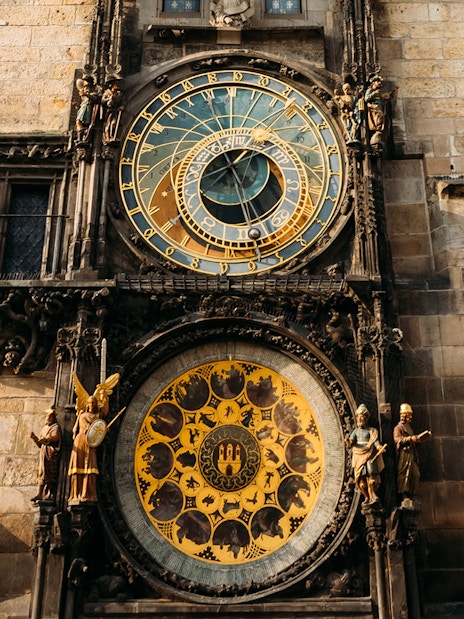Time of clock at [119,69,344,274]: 1:26
